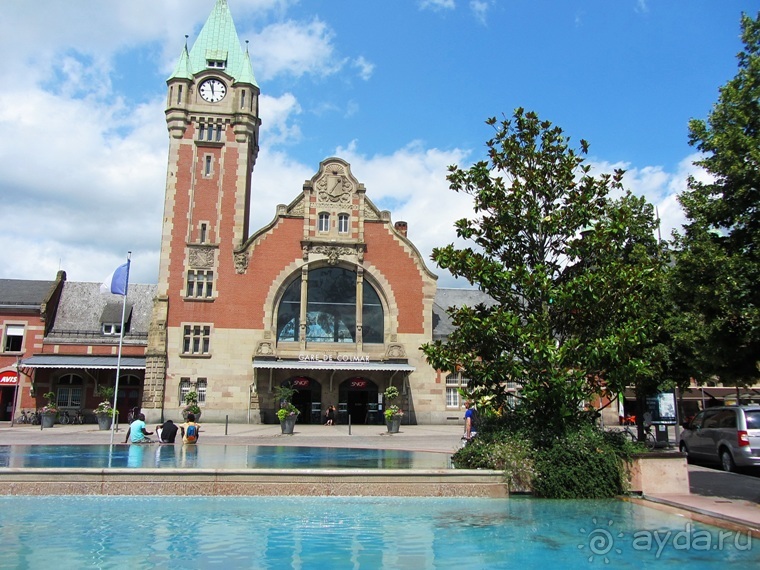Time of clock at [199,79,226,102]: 11:56
